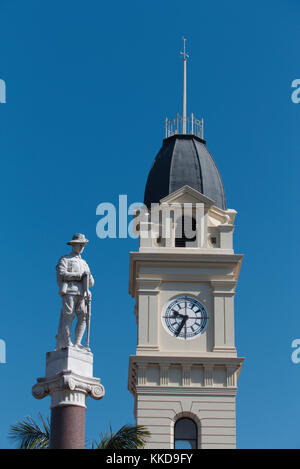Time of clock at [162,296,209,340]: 9:34
